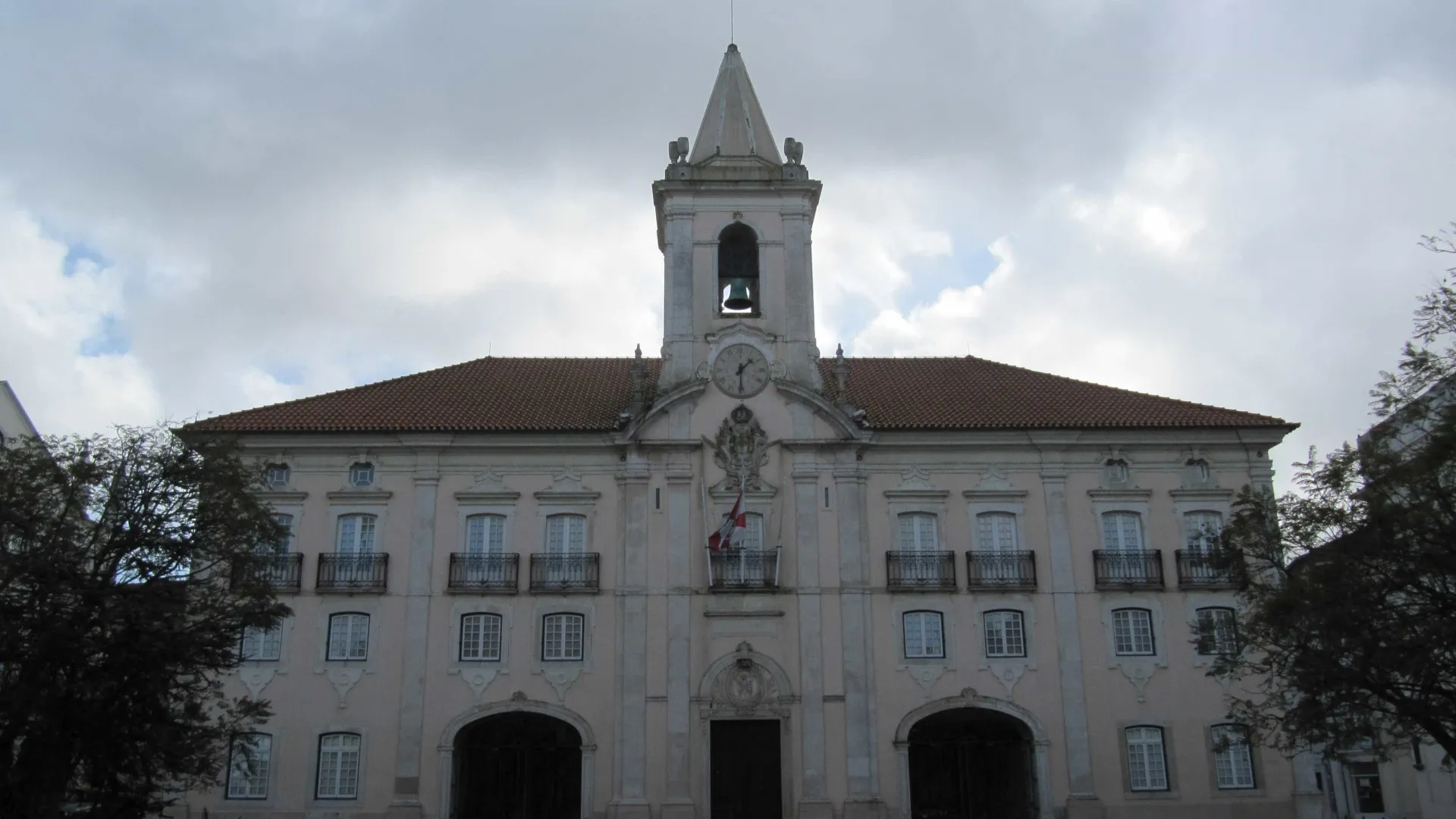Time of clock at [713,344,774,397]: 1:30
